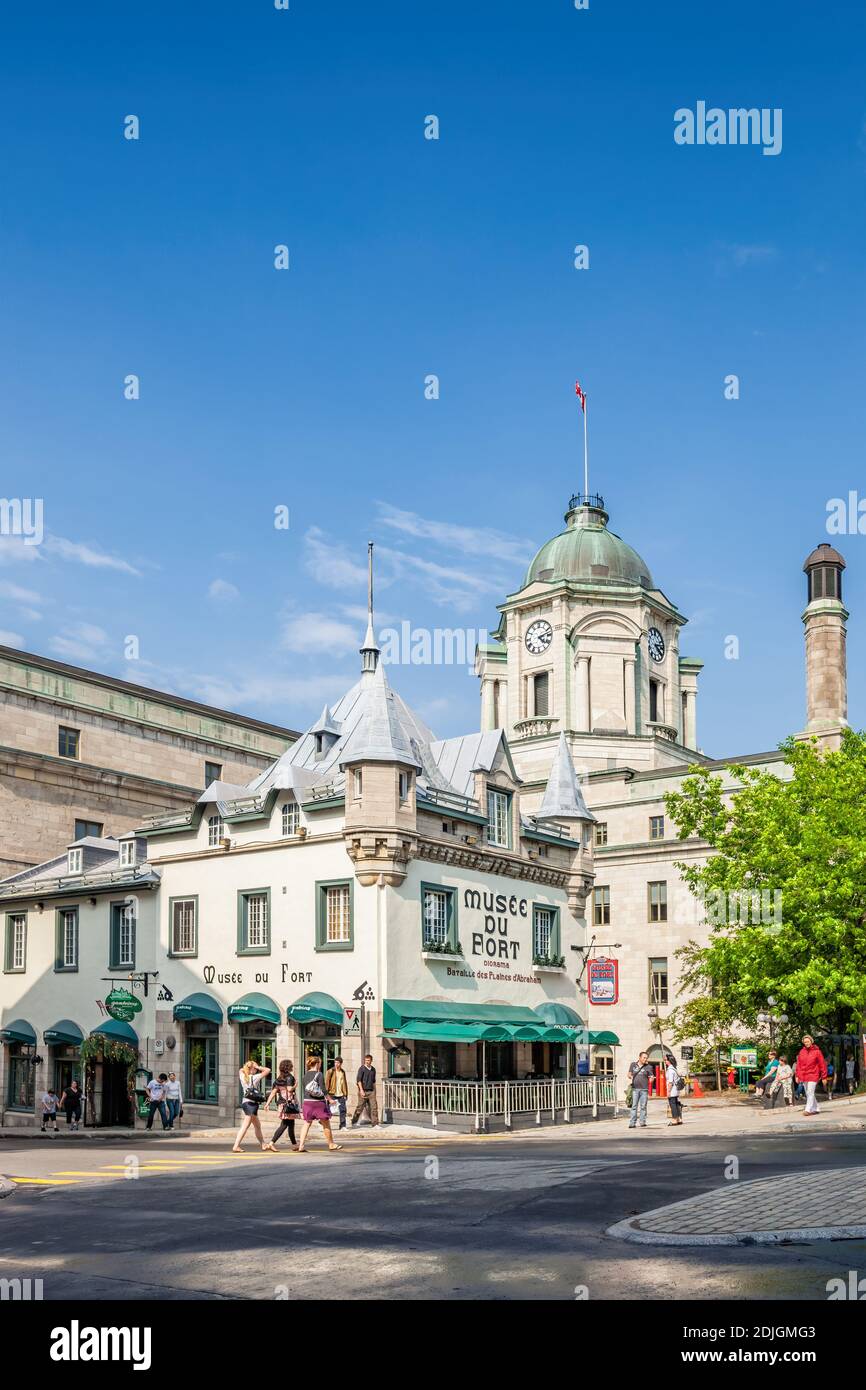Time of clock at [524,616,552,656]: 4:12
